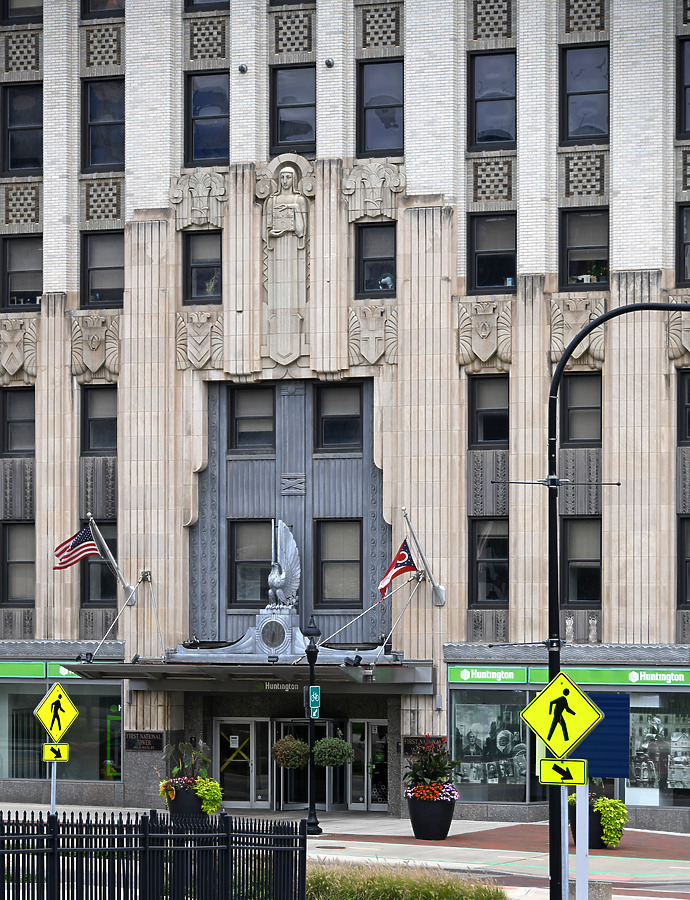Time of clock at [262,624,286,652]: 6:32
